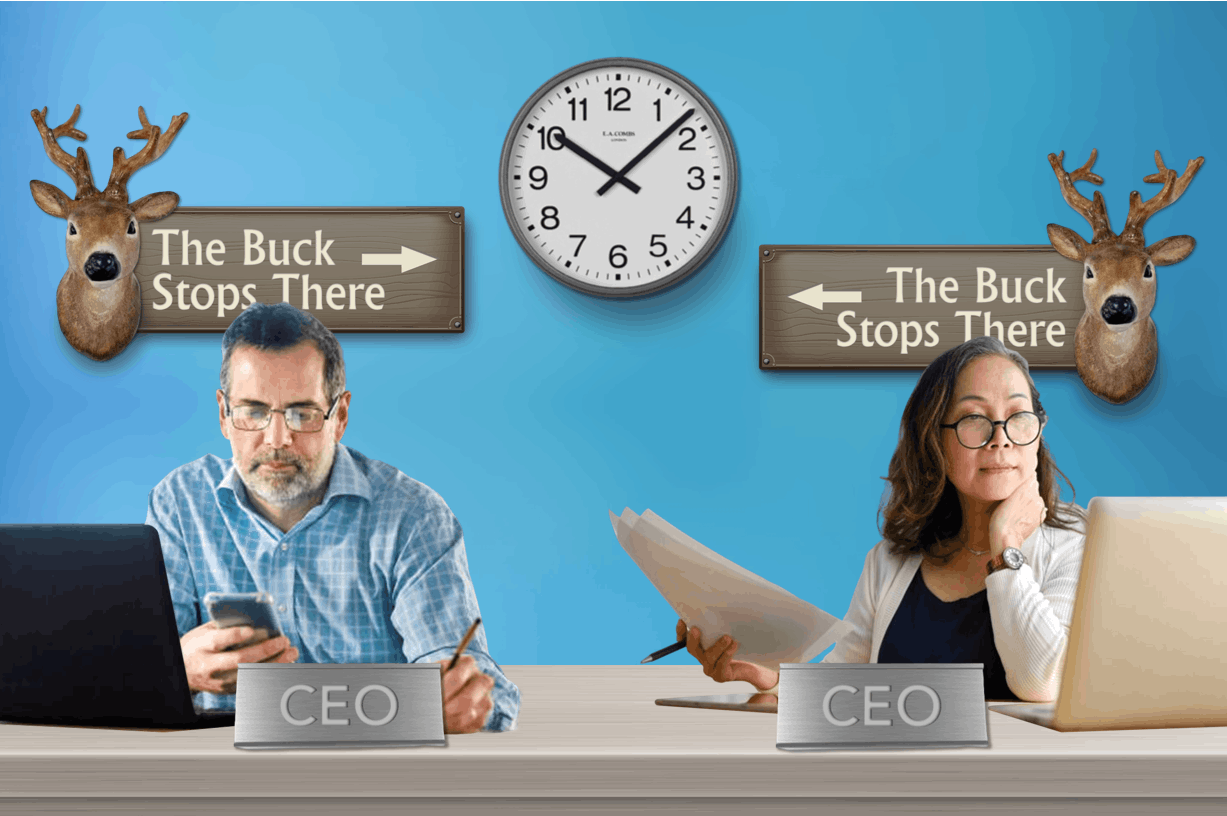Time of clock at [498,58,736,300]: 10:07
